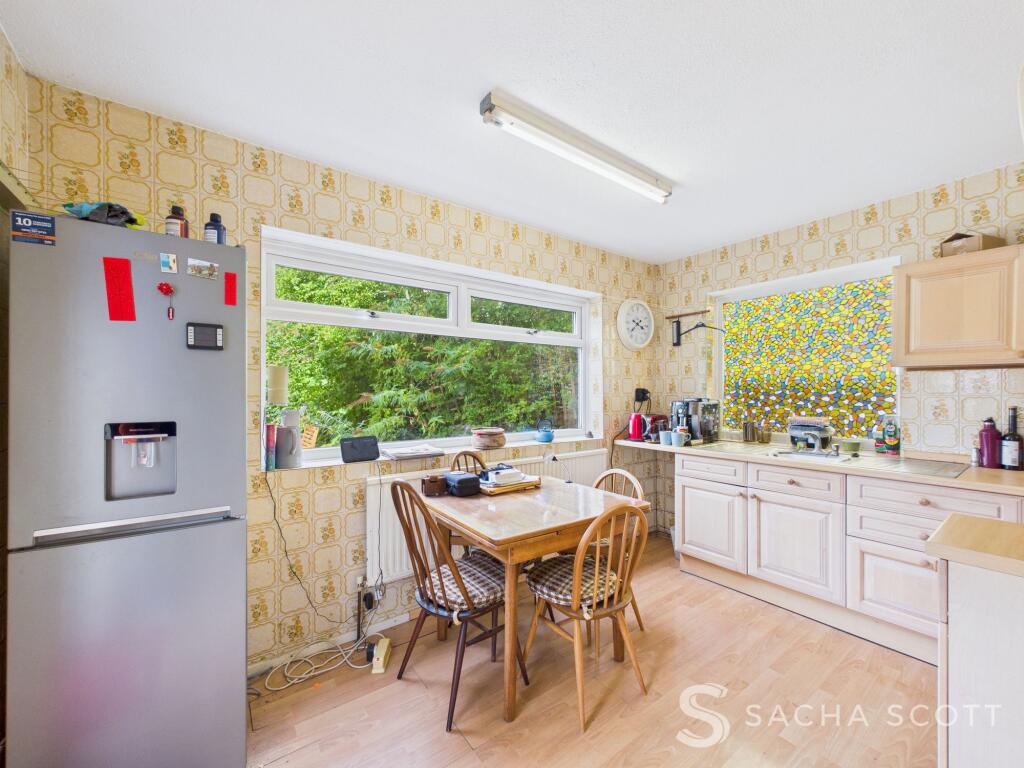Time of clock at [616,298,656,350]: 3:38
